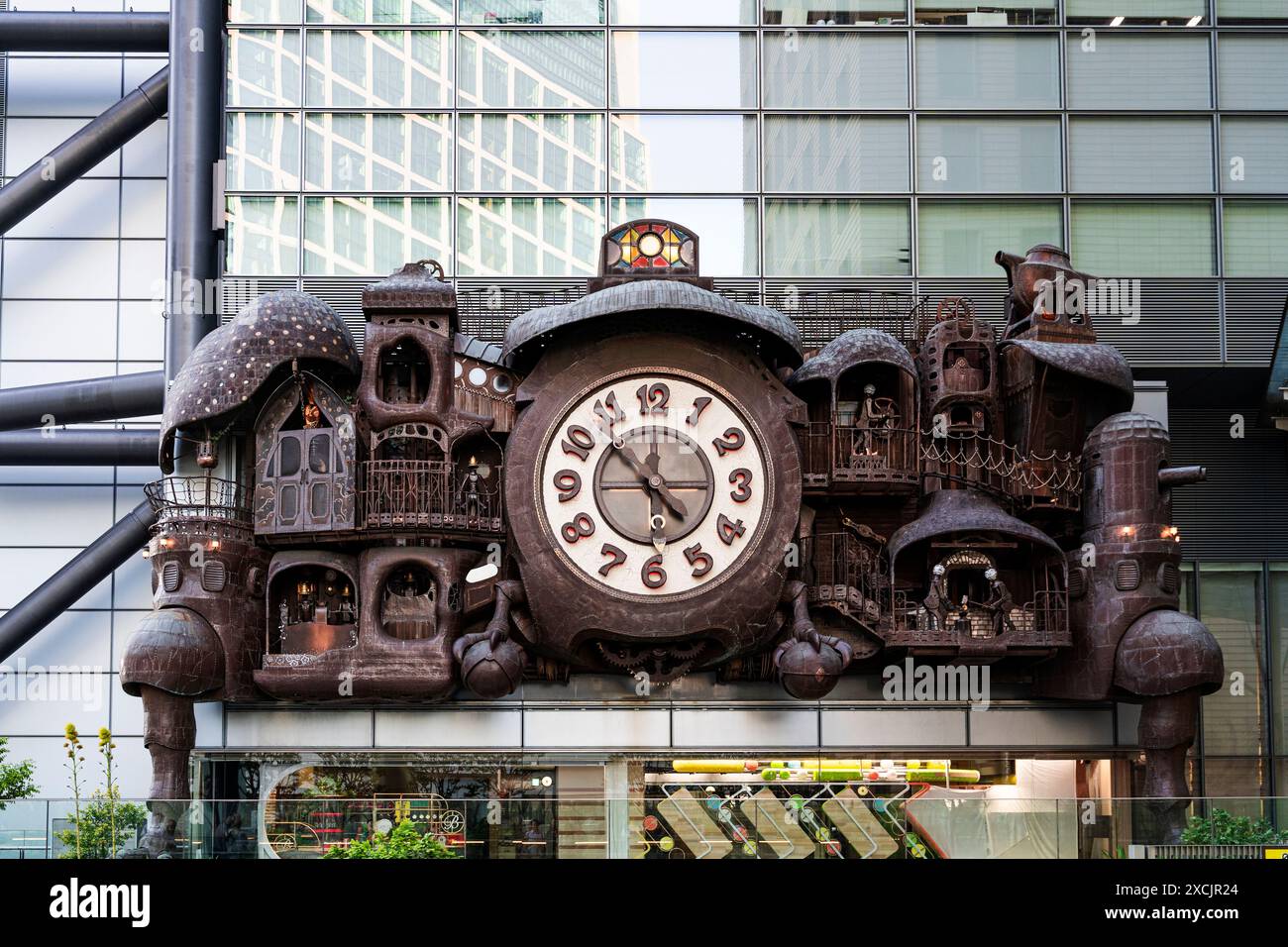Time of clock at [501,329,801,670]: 4:52
